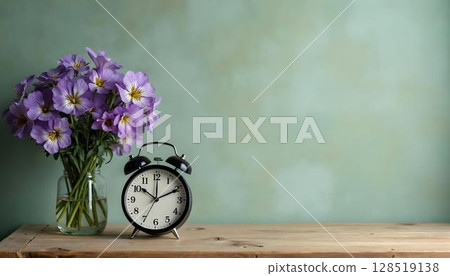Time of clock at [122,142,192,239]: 10:10
